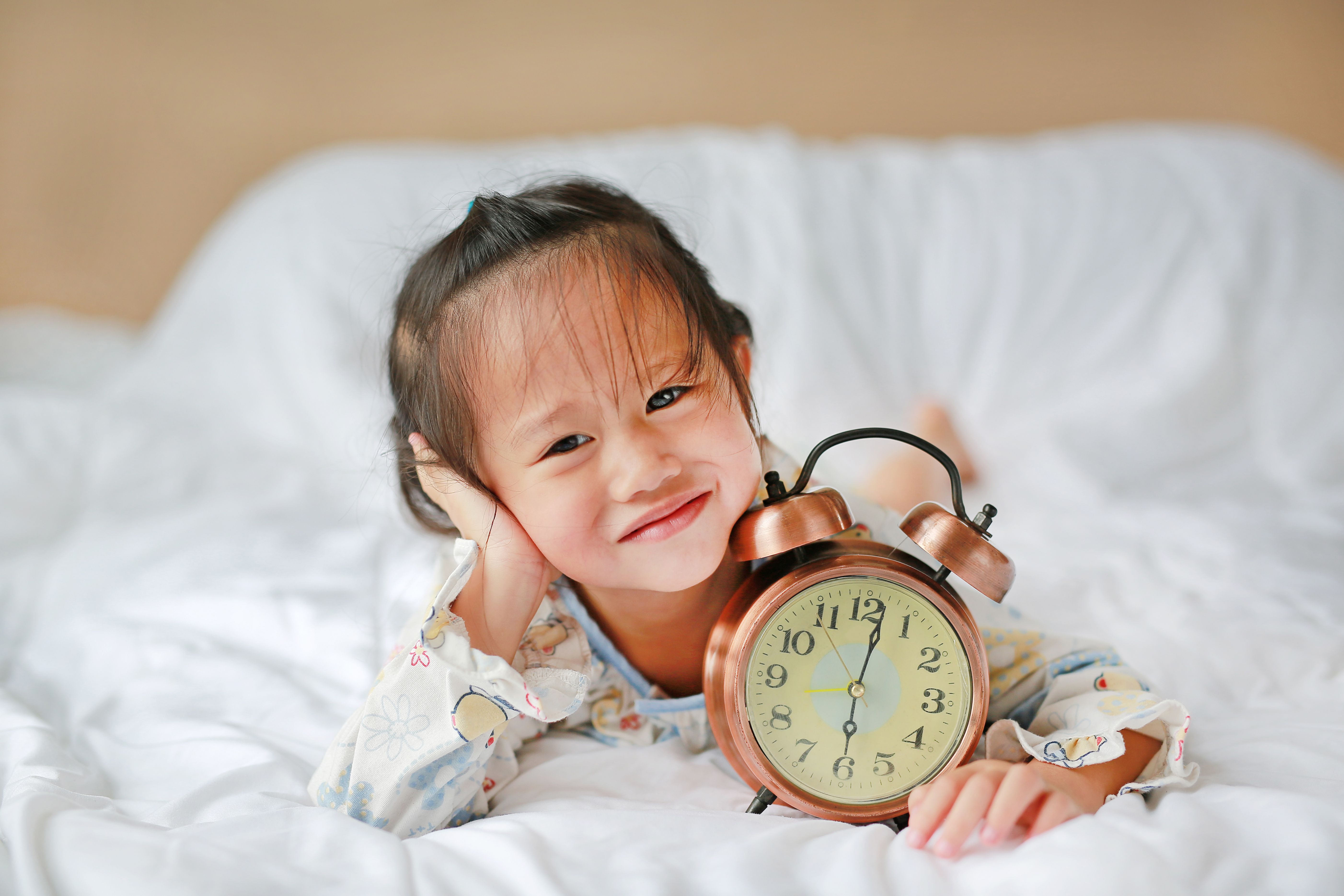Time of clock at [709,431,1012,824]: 6:01
